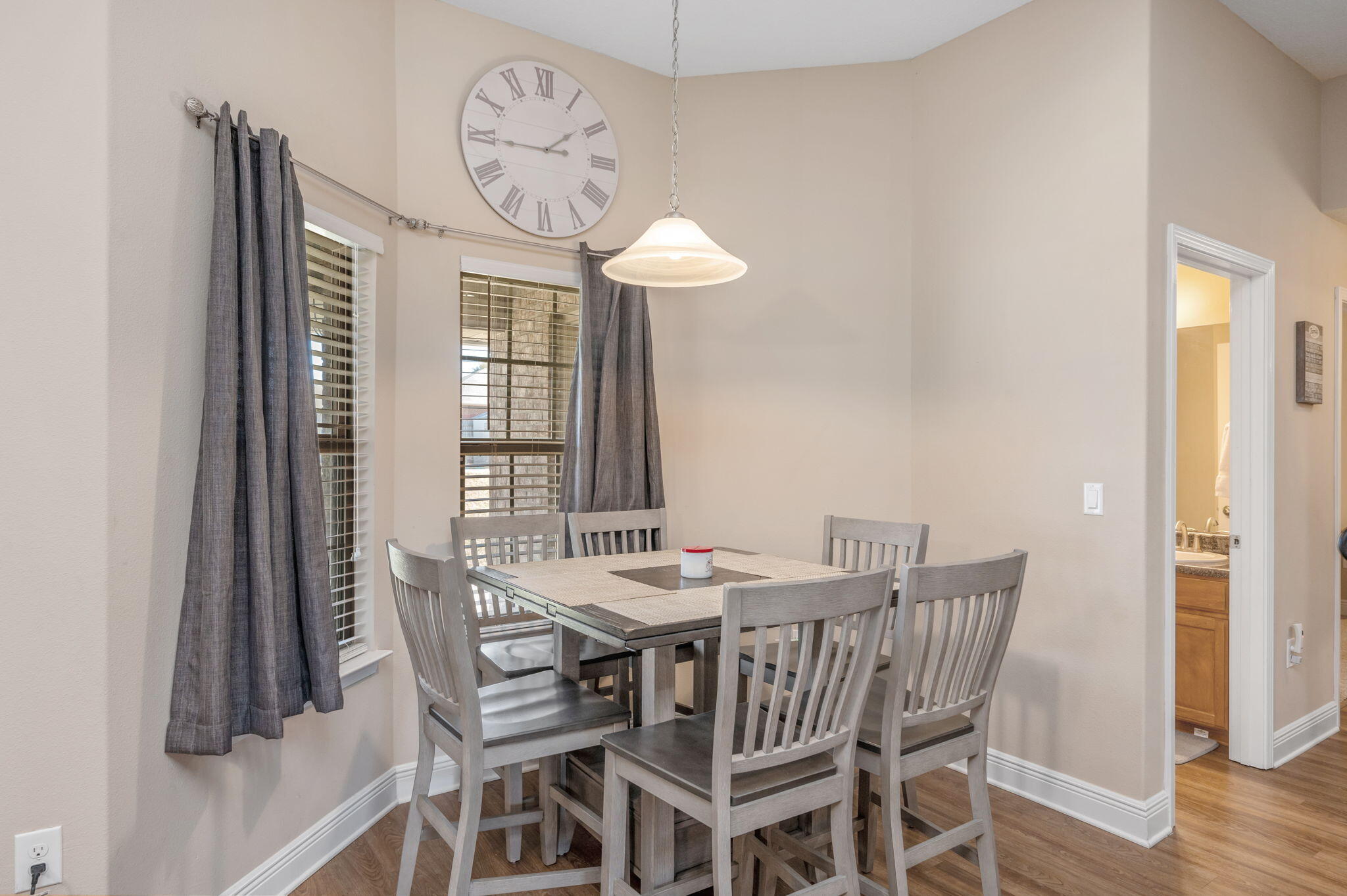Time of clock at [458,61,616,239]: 1:44
